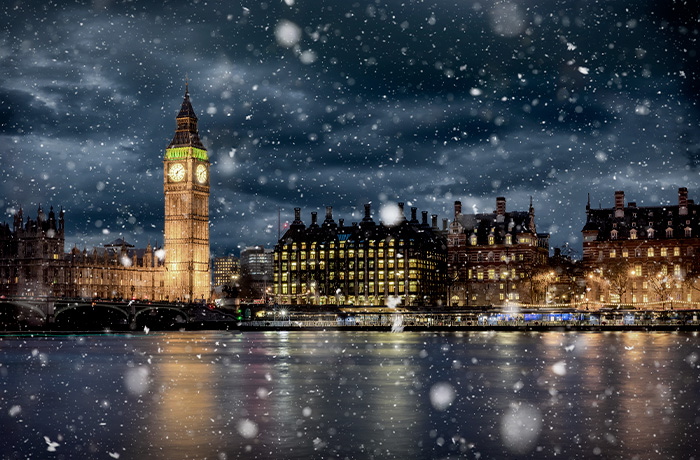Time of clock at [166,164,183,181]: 6:08
